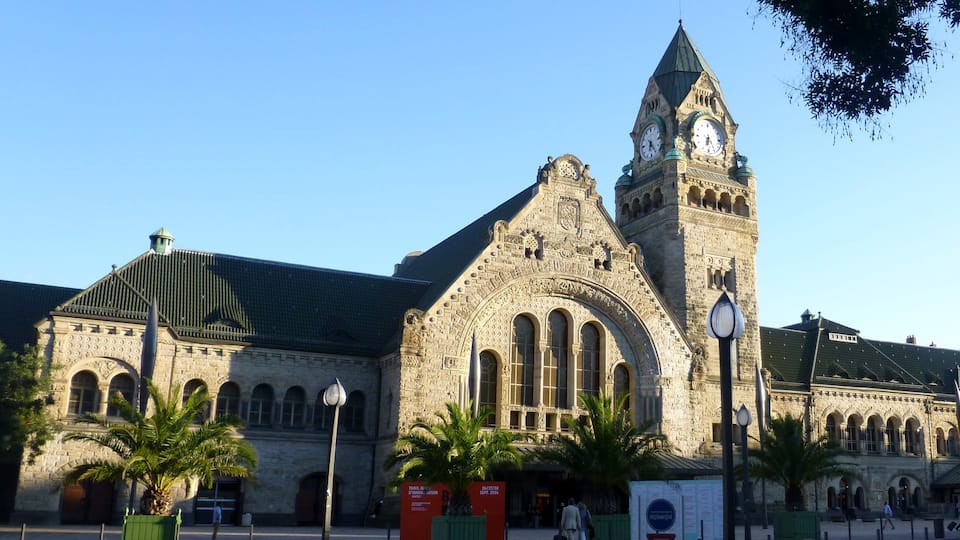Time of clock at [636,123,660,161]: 6:23
